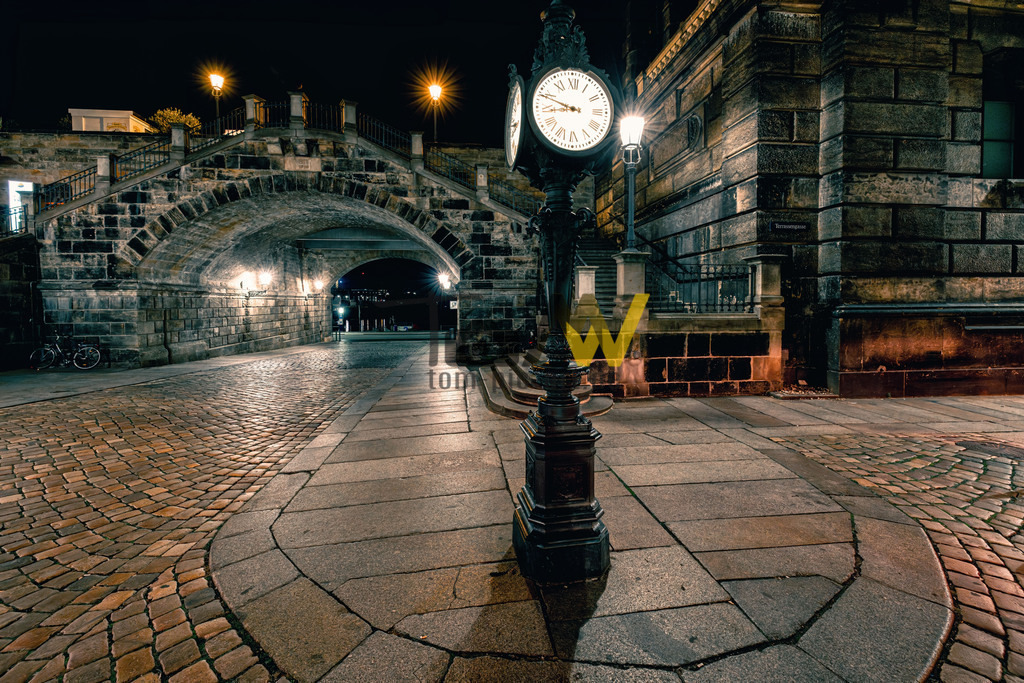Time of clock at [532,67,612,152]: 8:48
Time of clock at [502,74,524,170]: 8:48
